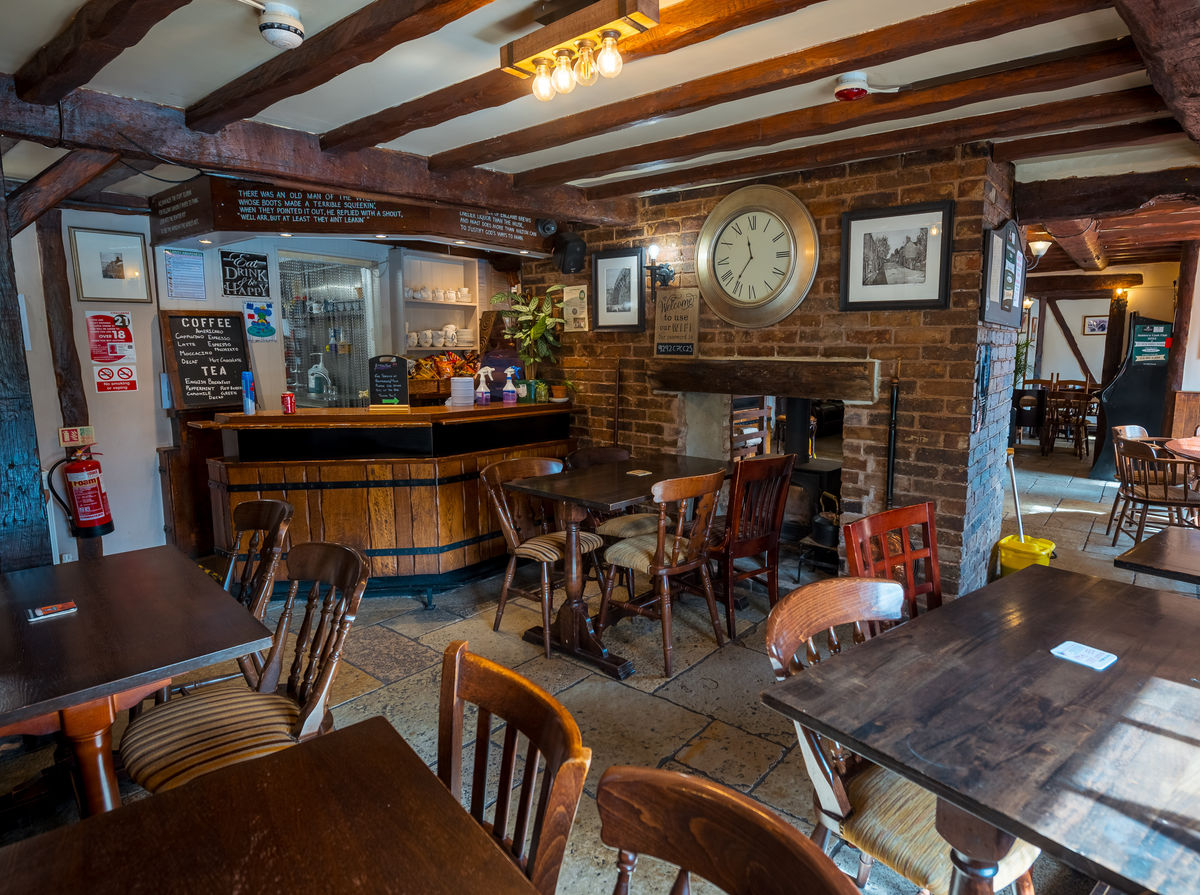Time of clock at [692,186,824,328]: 11:36
